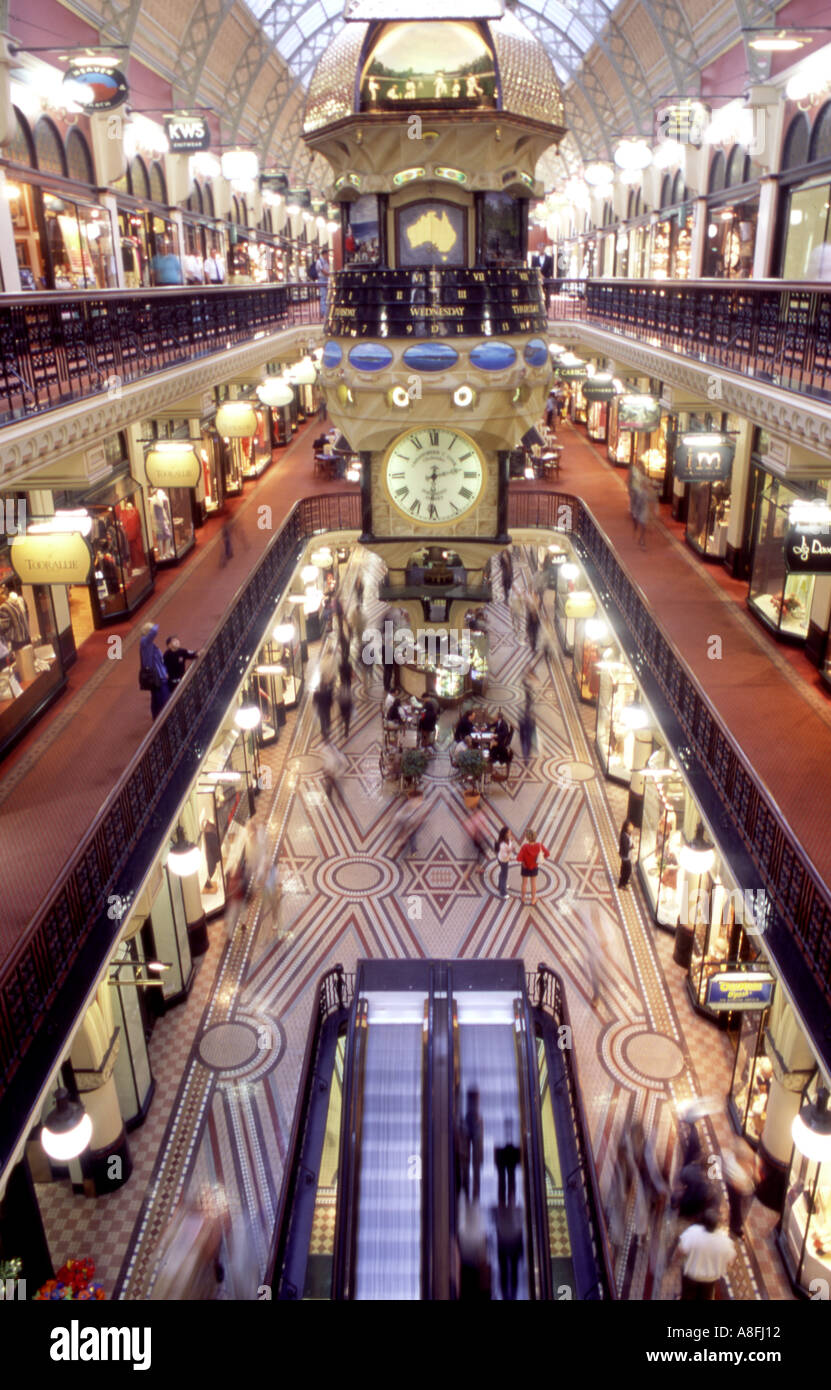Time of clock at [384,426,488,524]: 2:31
